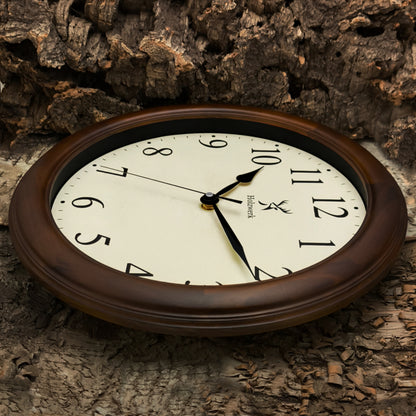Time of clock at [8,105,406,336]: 1:25
